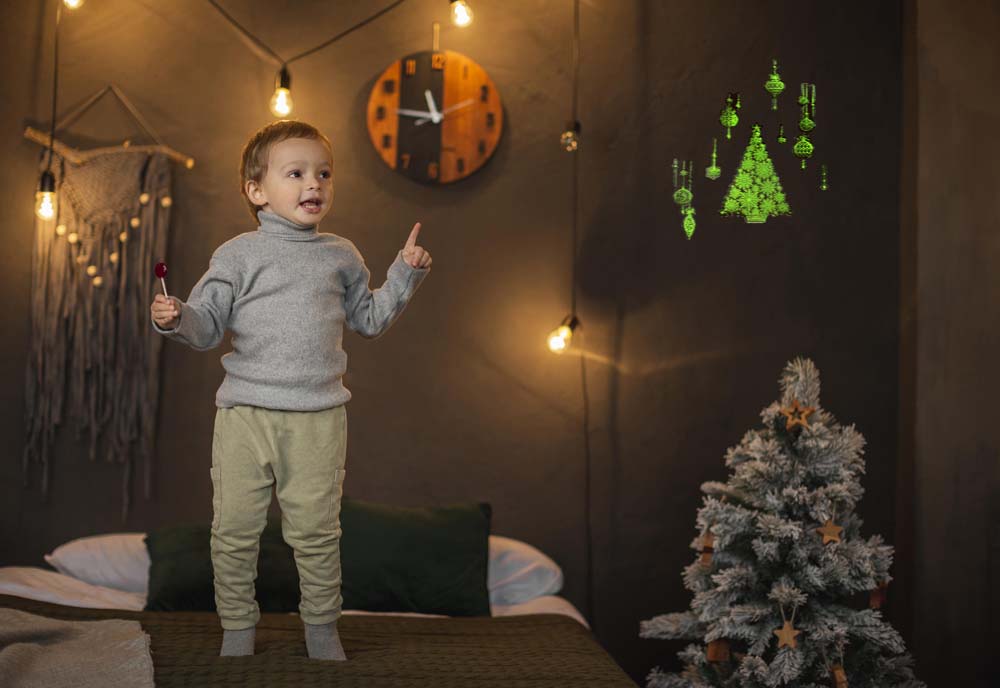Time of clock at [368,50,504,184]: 11:46
